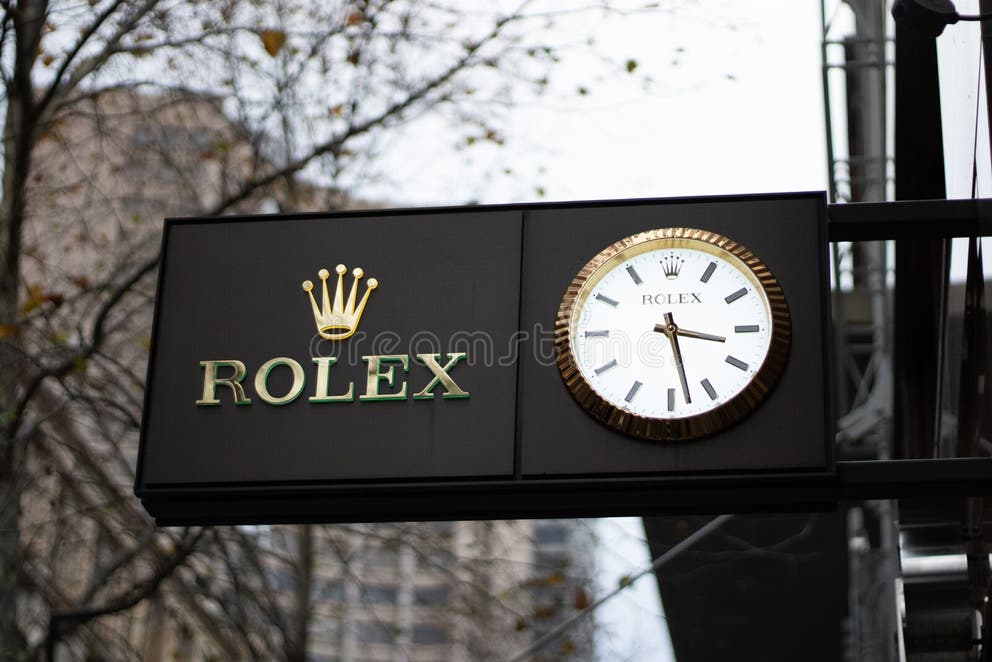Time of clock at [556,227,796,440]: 3:27
